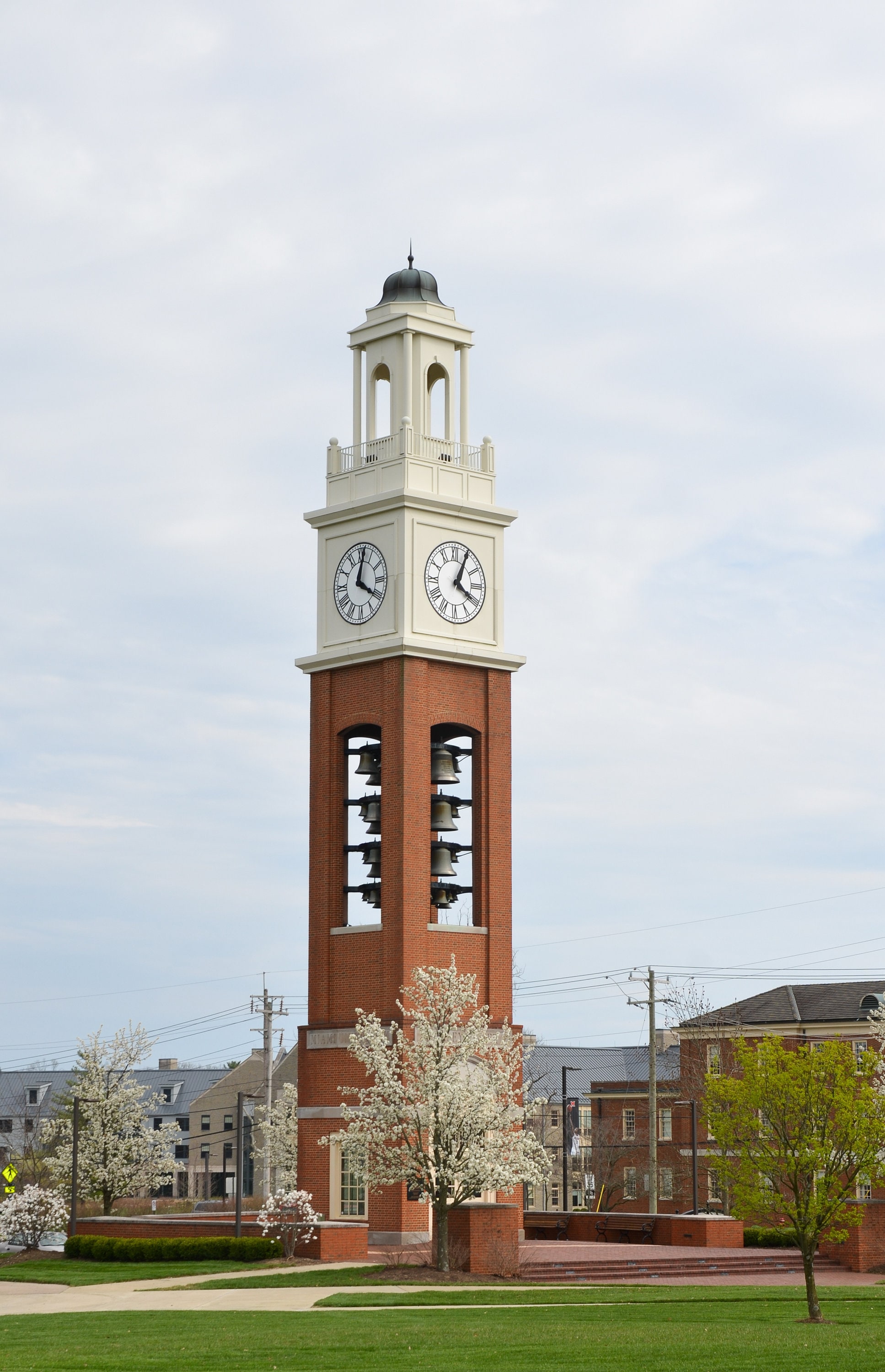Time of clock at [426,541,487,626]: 4:04
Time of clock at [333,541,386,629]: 4:01
